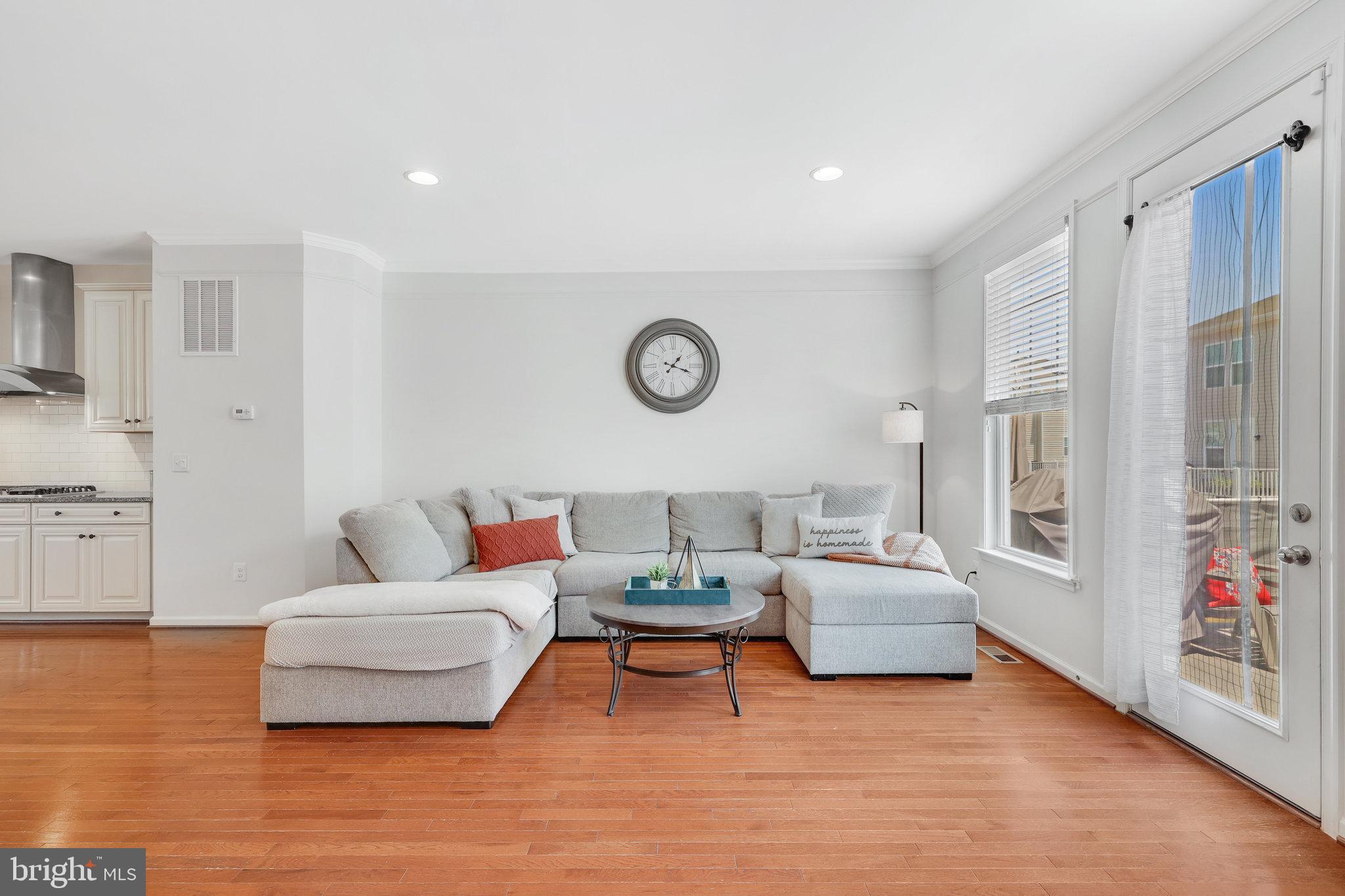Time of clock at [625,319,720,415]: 1:18
